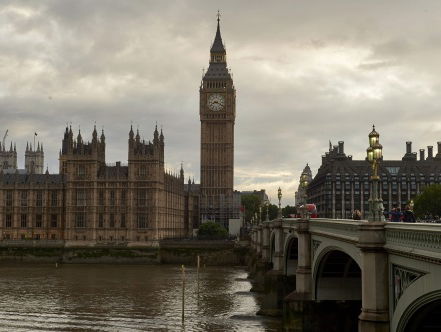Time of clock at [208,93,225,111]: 8:18
